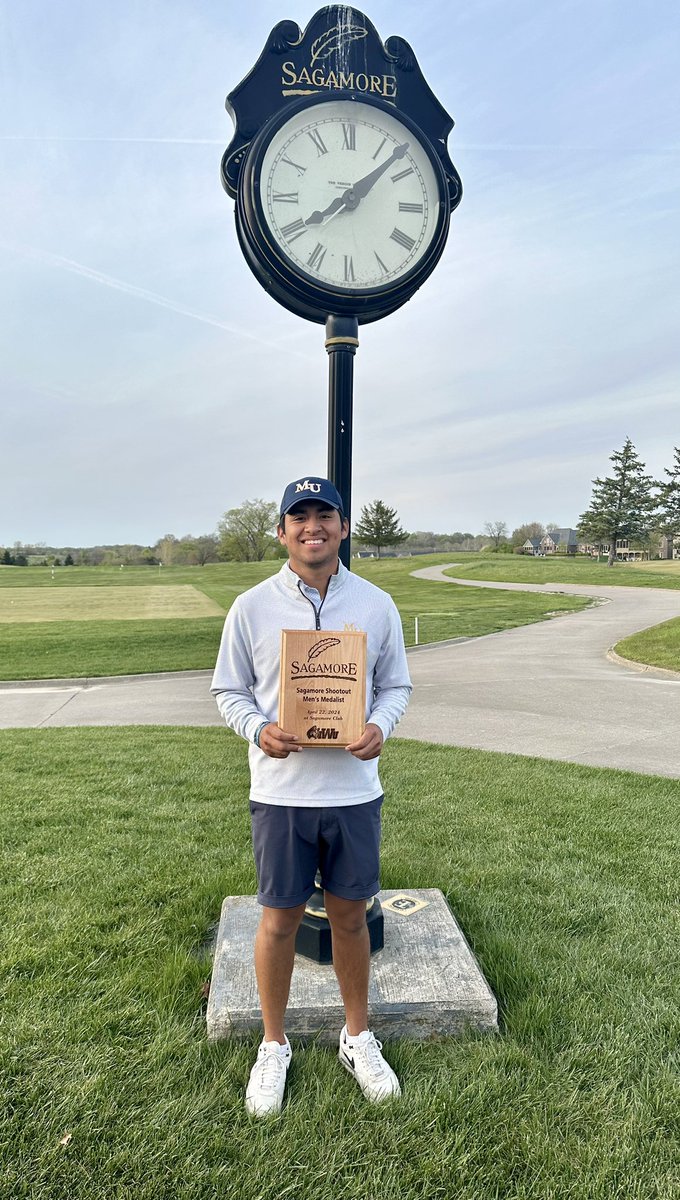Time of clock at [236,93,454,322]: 8:07
